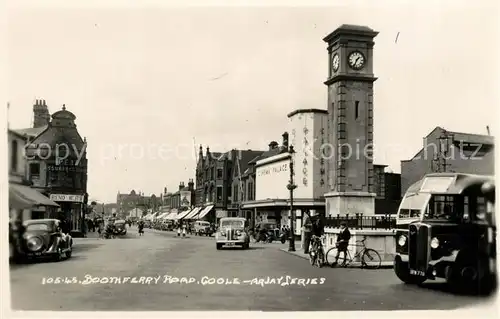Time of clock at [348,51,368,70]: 1:33
